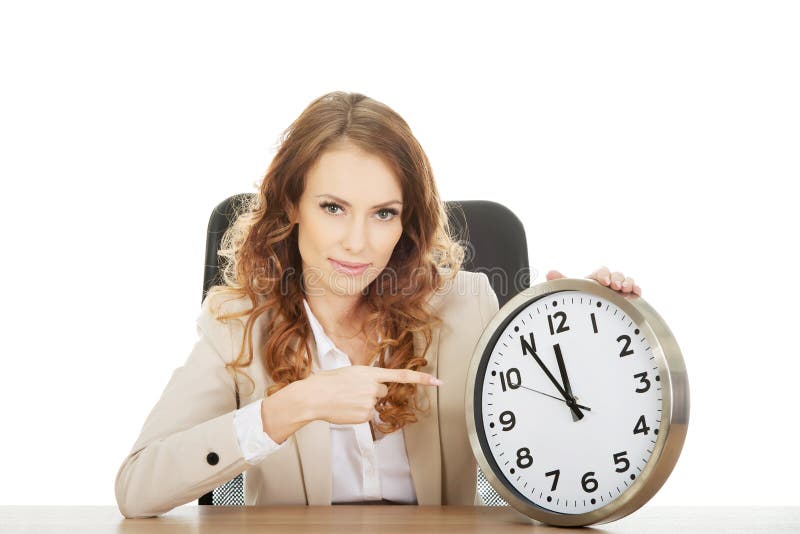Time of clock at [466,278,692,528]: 11:54
